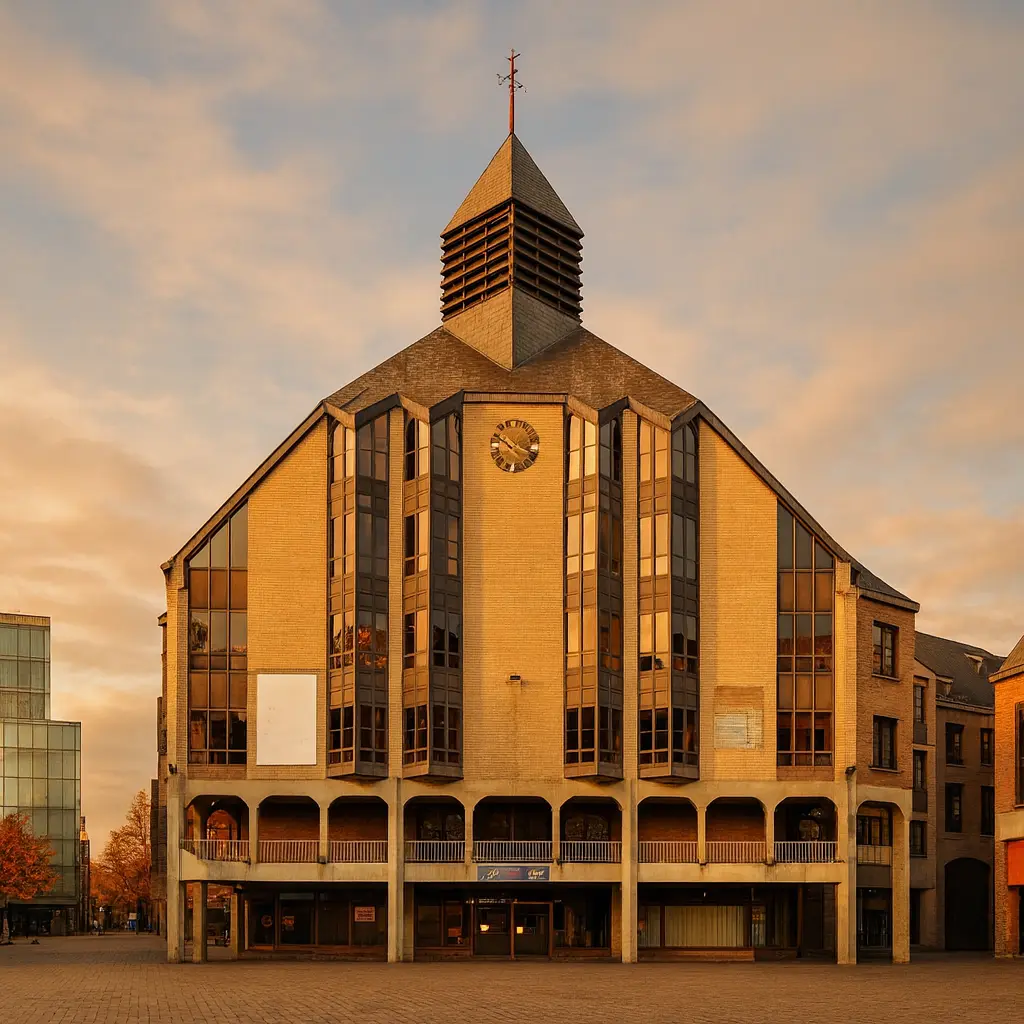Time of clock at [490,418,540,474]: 10:18
